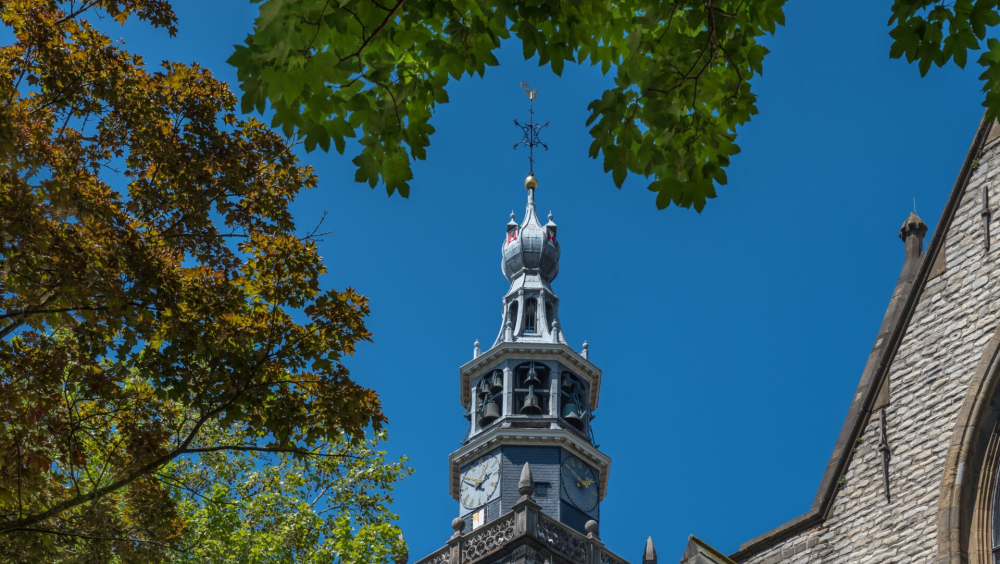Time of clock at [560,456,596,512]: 1:50
